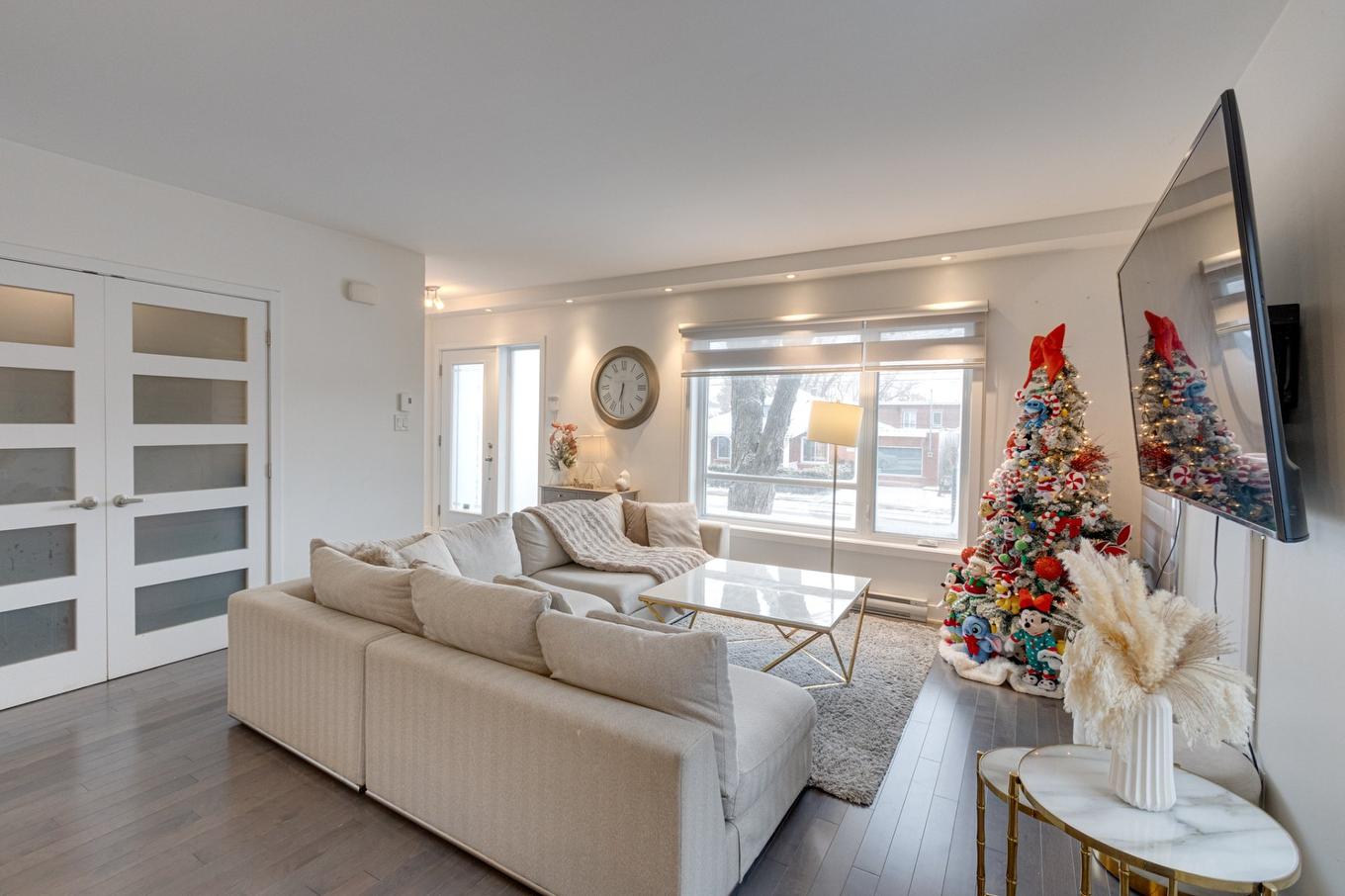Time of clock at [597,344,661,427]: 6:30
